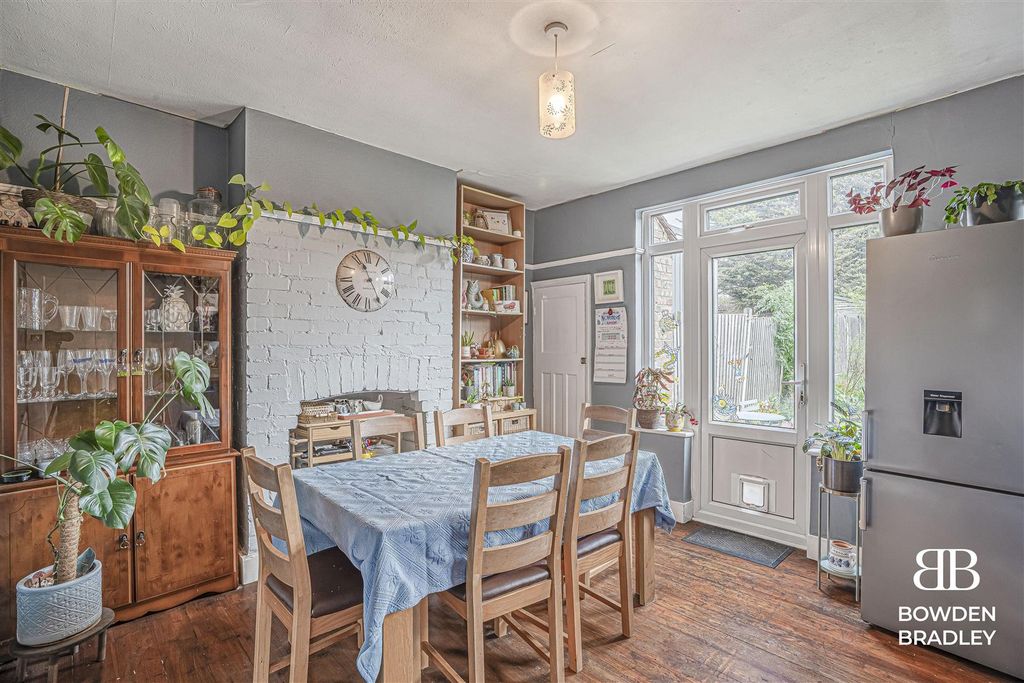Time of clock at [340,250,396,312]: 11:25
